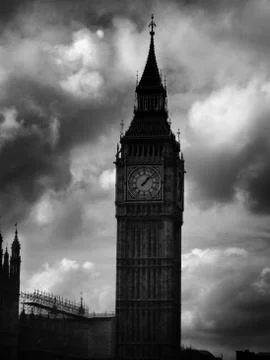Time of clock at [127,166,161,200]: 1:07
